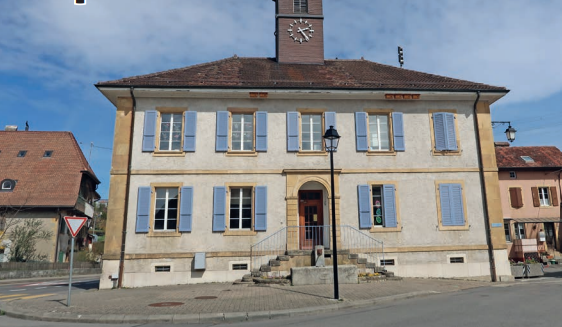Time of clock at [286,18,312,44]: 2:24
